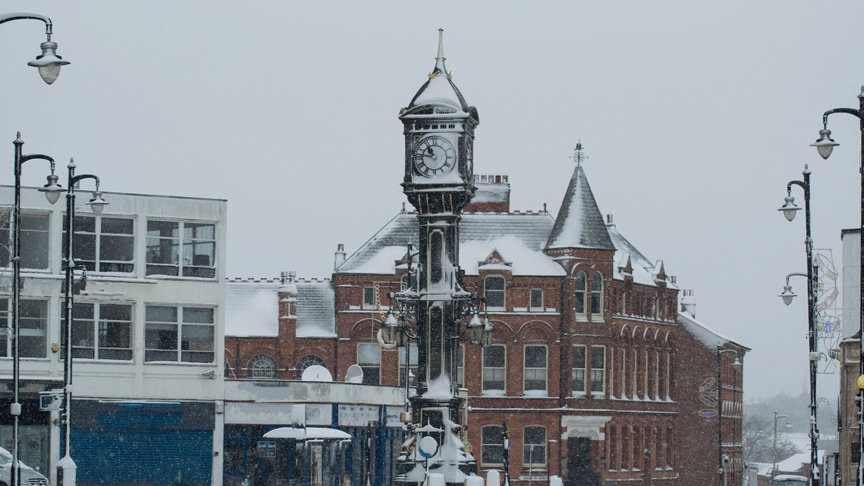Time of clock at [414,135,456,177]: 10:46
